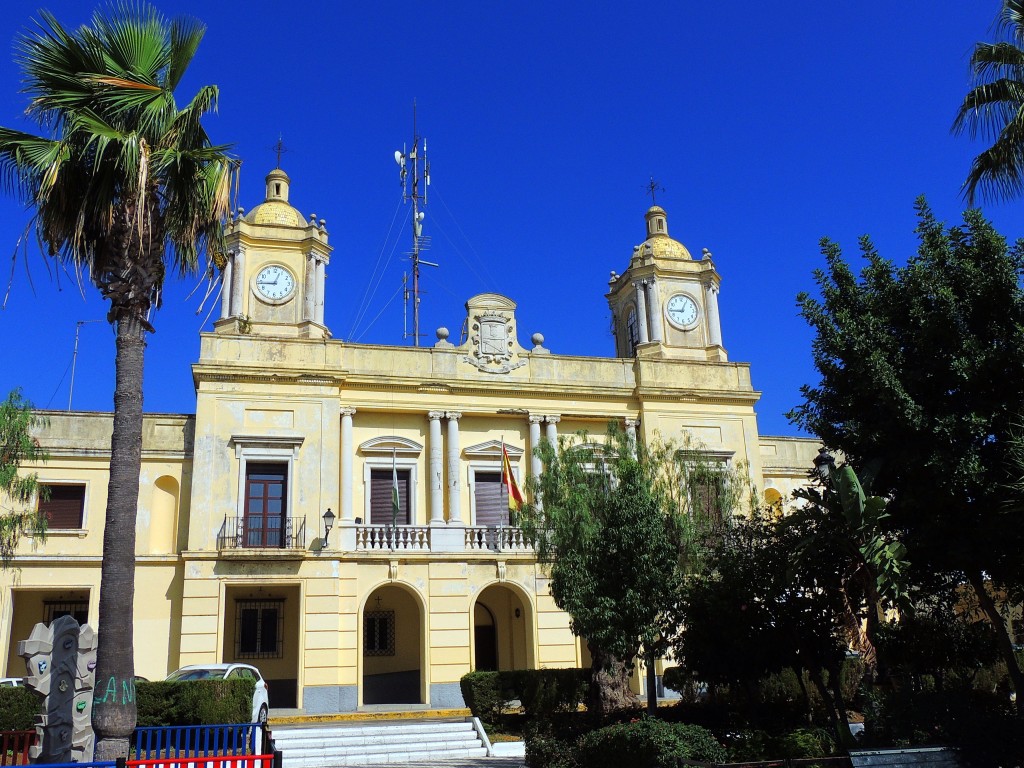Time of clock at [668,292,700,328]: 12:44
